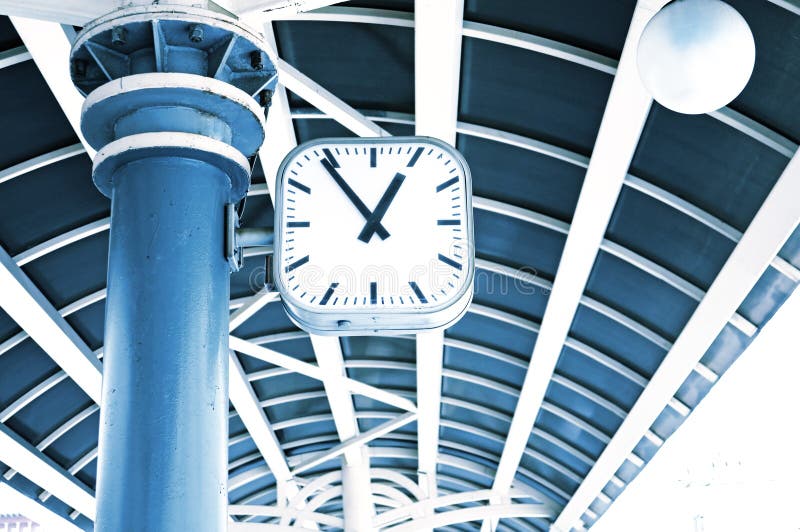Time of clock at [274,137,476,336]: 12:54
